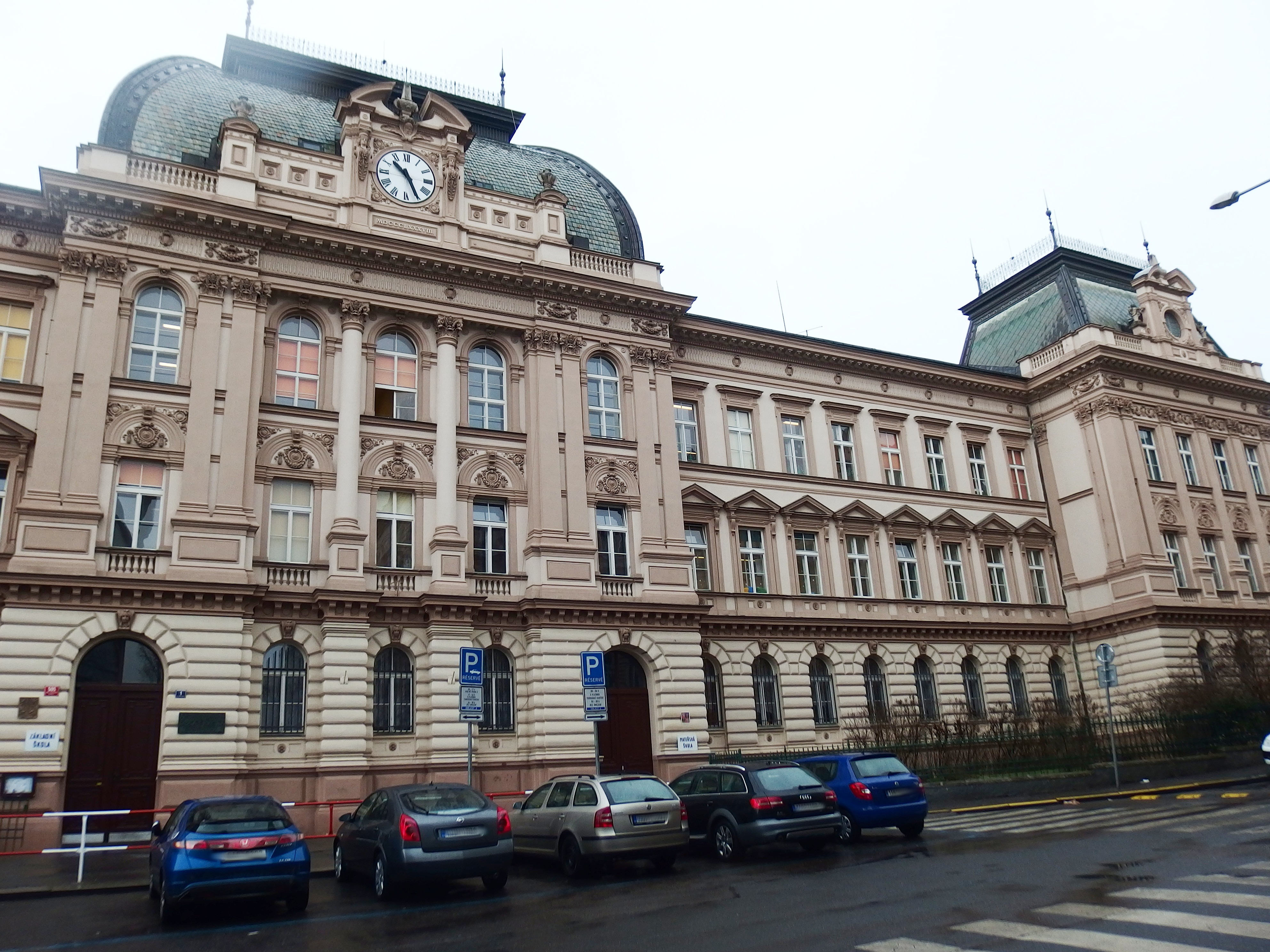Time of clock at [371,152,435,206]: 10:25
